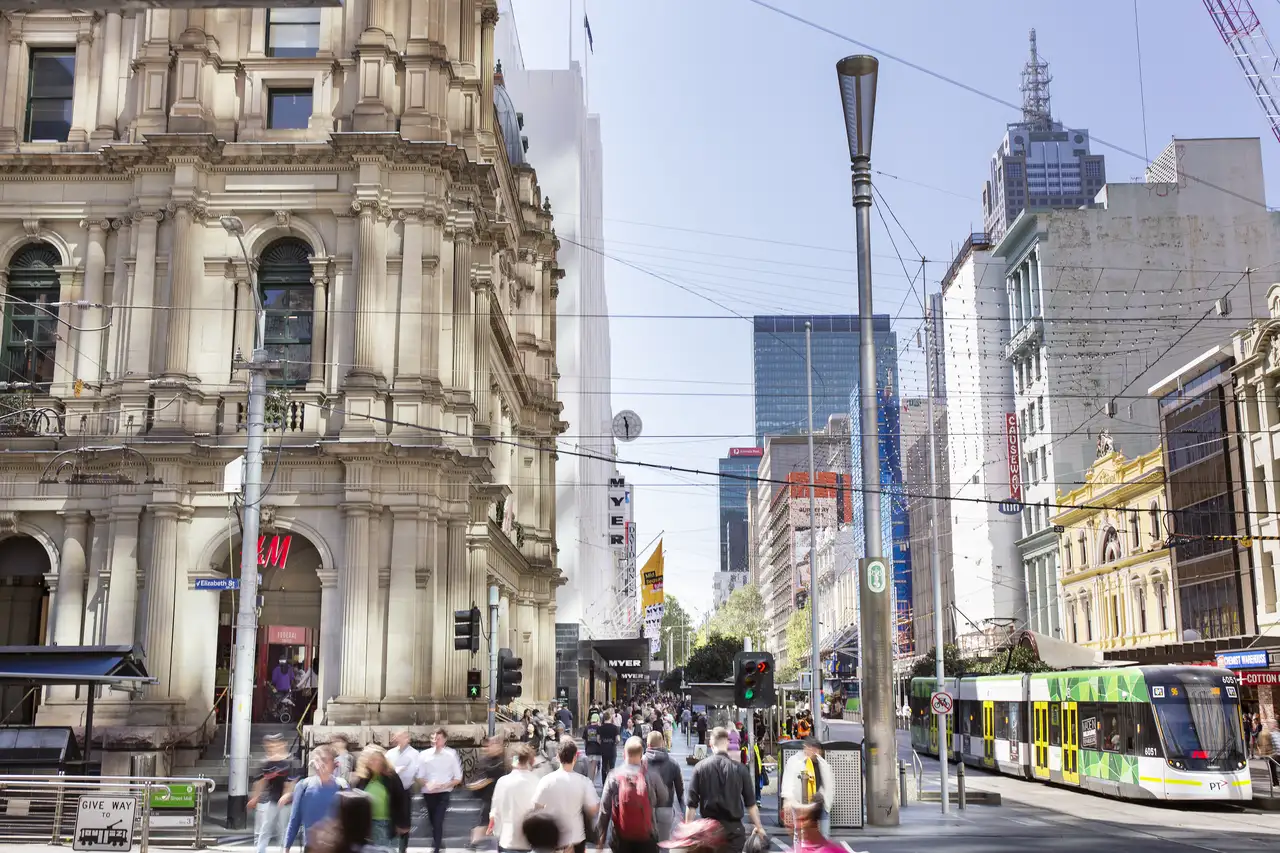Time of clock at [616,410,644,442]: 11:29
